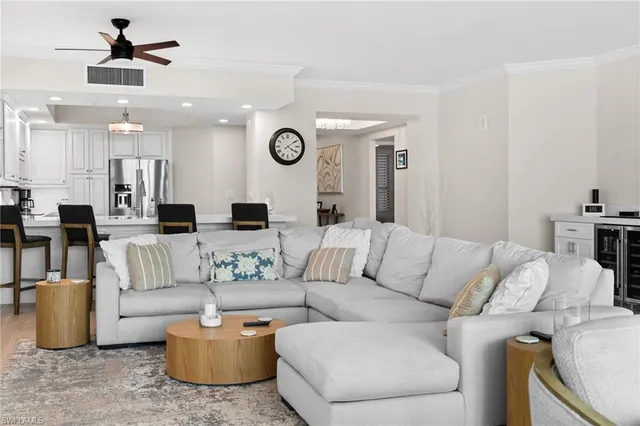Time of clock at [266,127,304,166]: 4:09
